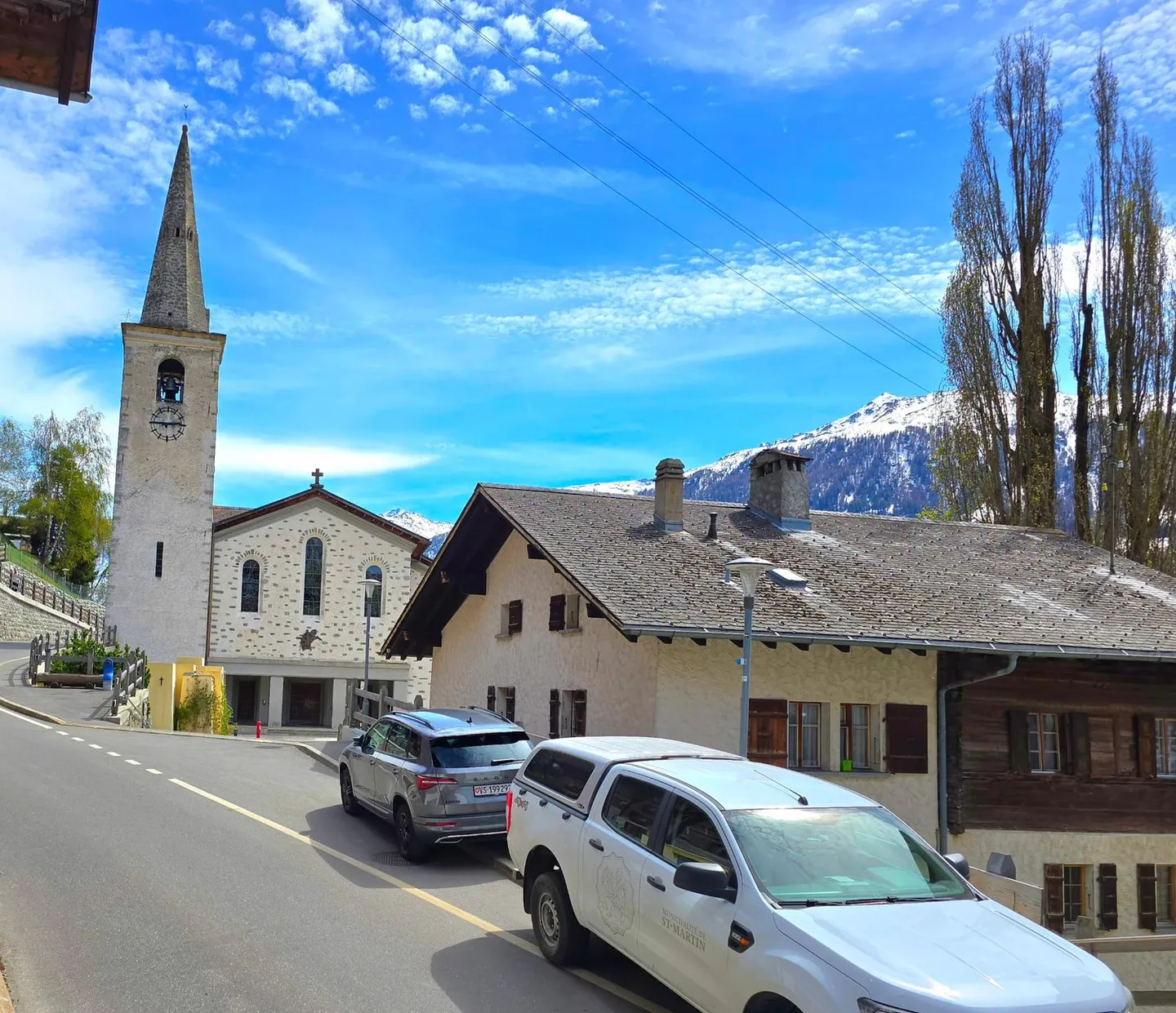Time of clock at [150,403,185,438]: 2:45
